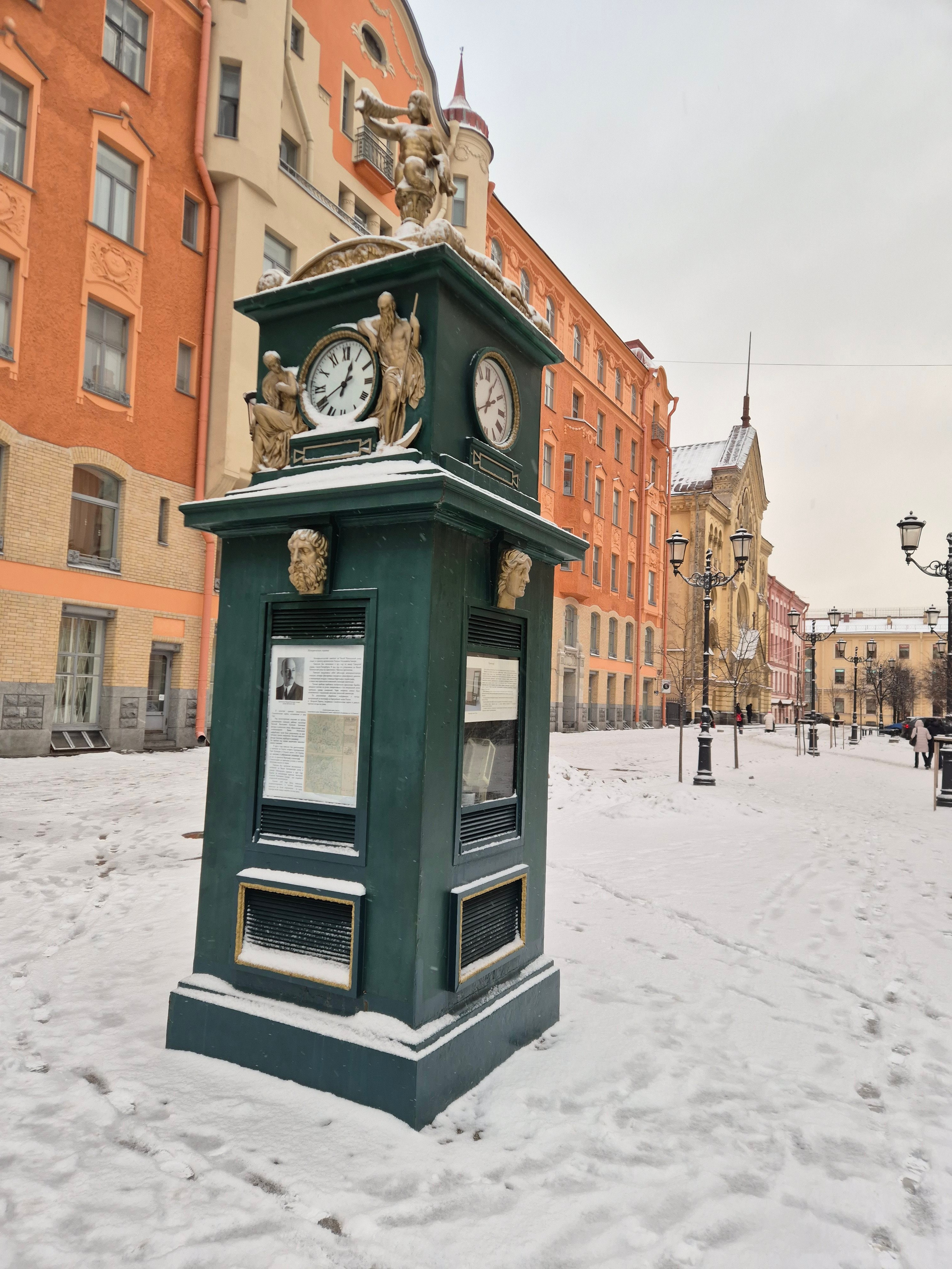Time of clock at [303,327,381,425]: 12:40
